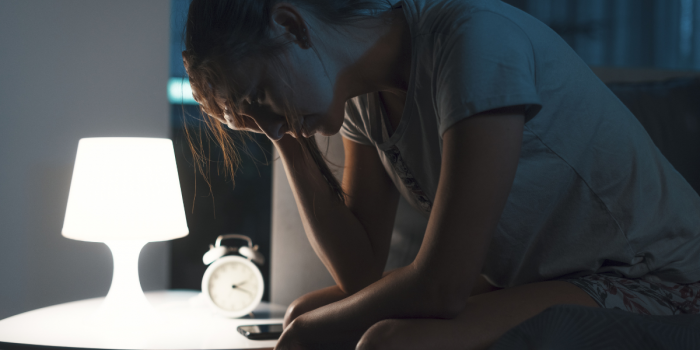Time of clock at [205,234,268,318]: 2:18
